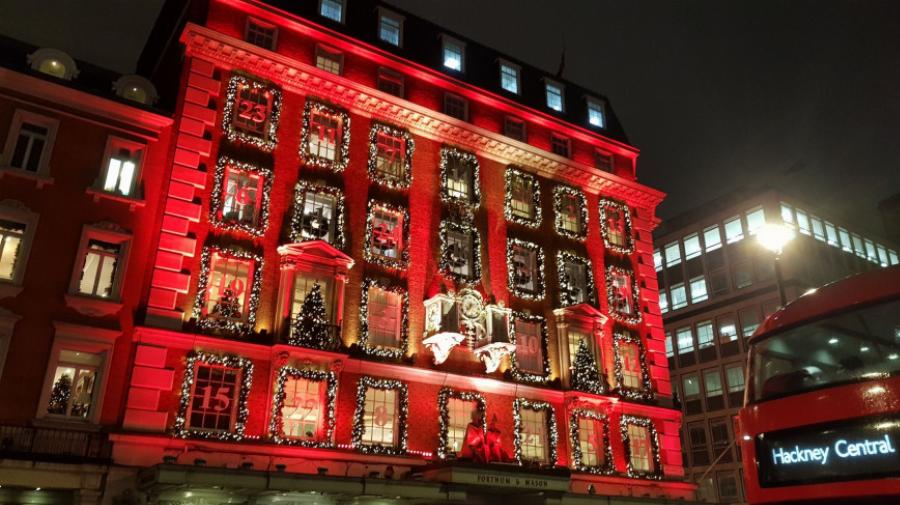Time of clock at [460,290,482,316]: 7:12
